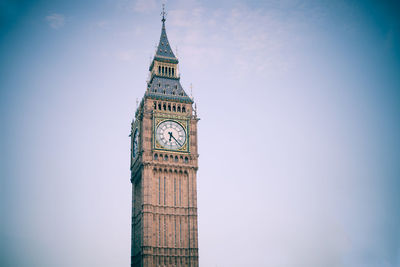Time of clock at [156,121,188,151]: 6:22
